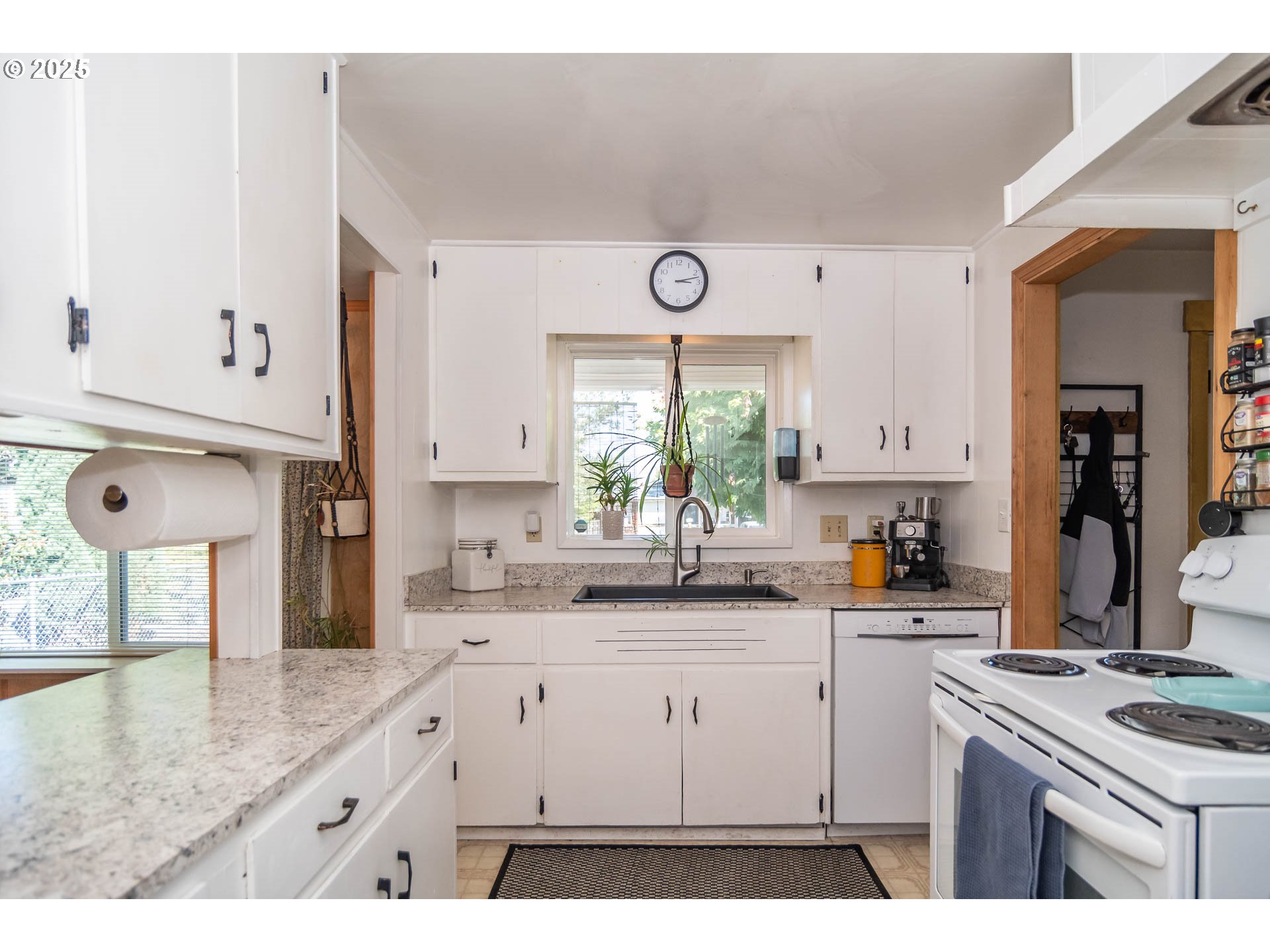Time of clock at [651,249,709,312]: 3:12
